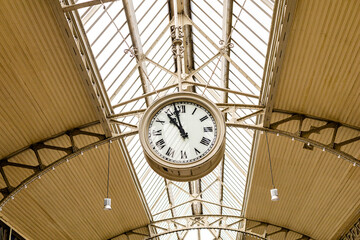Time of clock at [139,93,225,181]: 10:58
